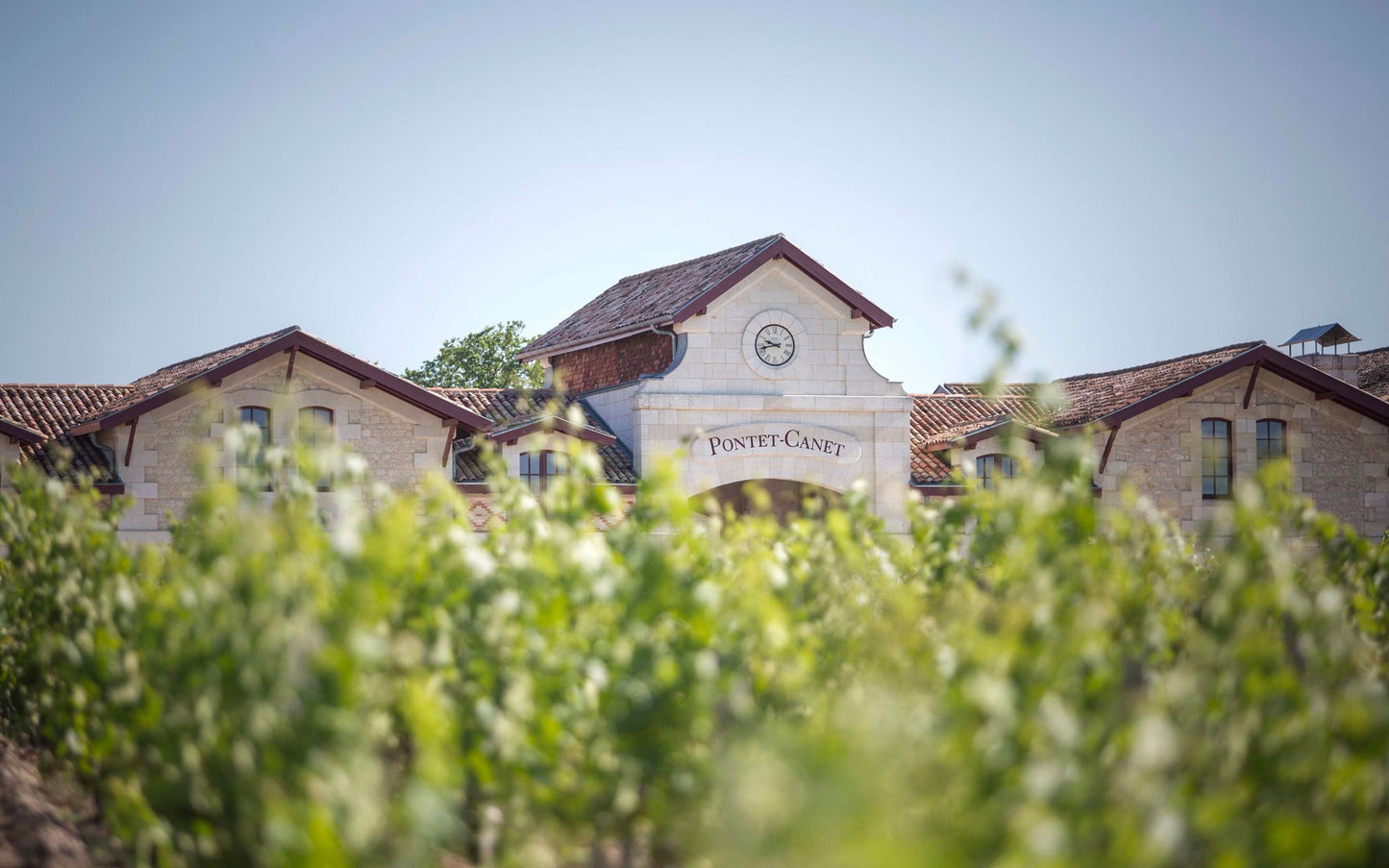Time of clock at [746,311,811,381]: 9:42
